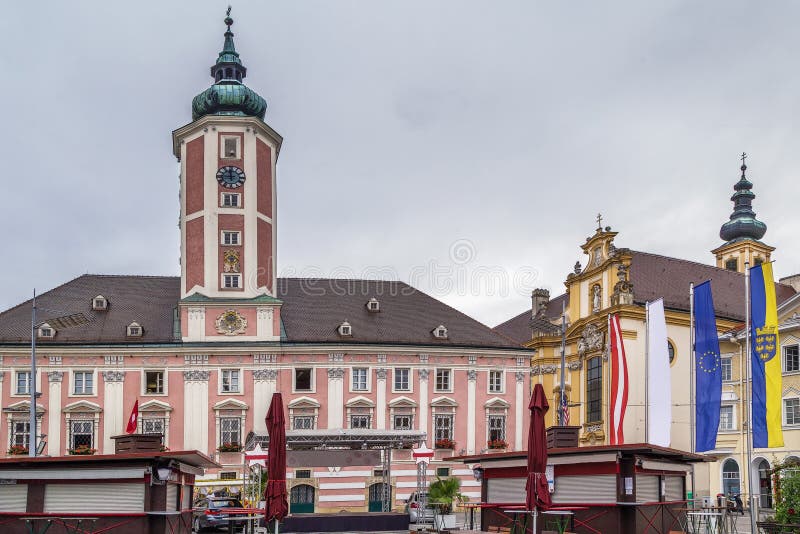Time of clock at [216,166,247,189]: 11:46
